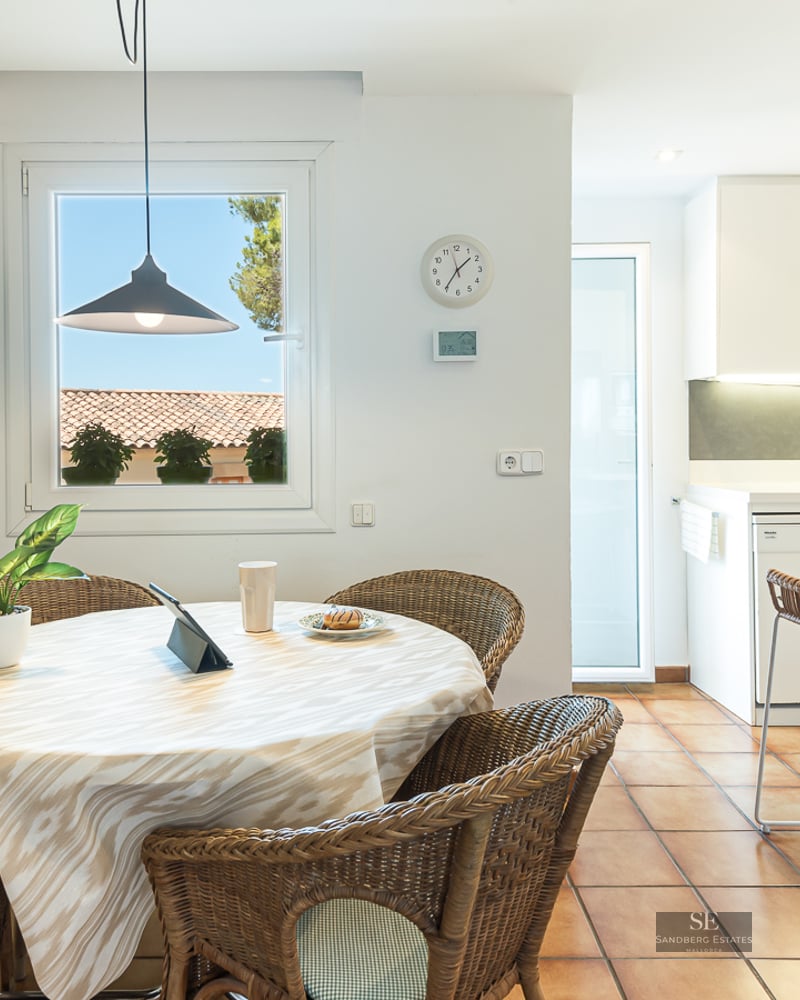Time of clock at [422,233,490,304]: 1:35
